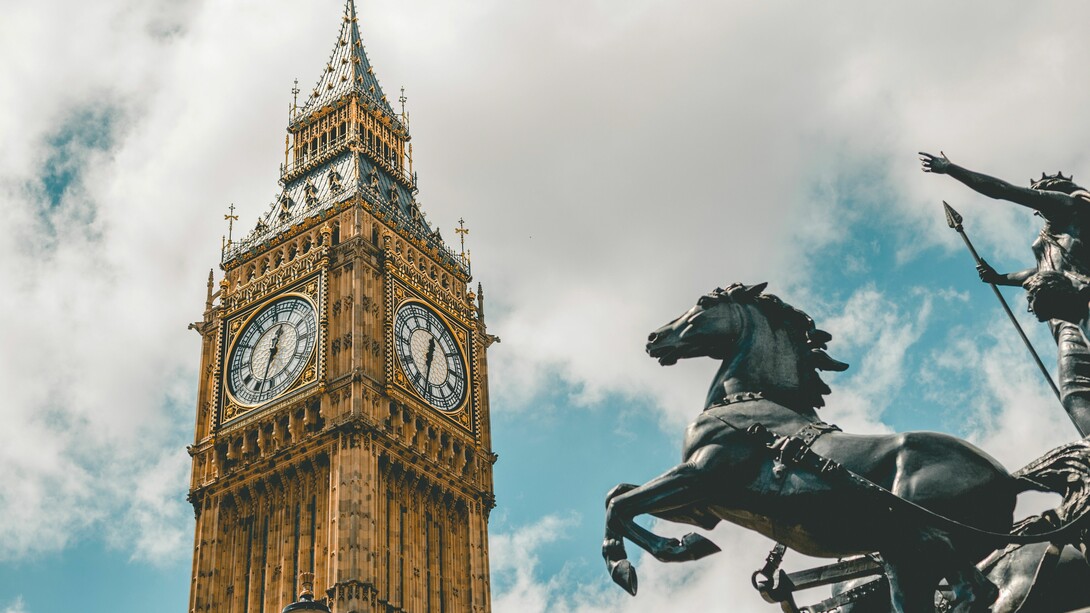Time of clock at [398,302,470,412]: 12:32
